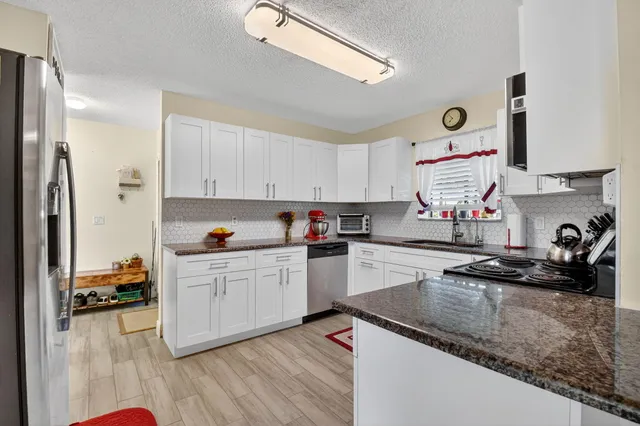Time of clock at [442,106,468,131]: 6:52
